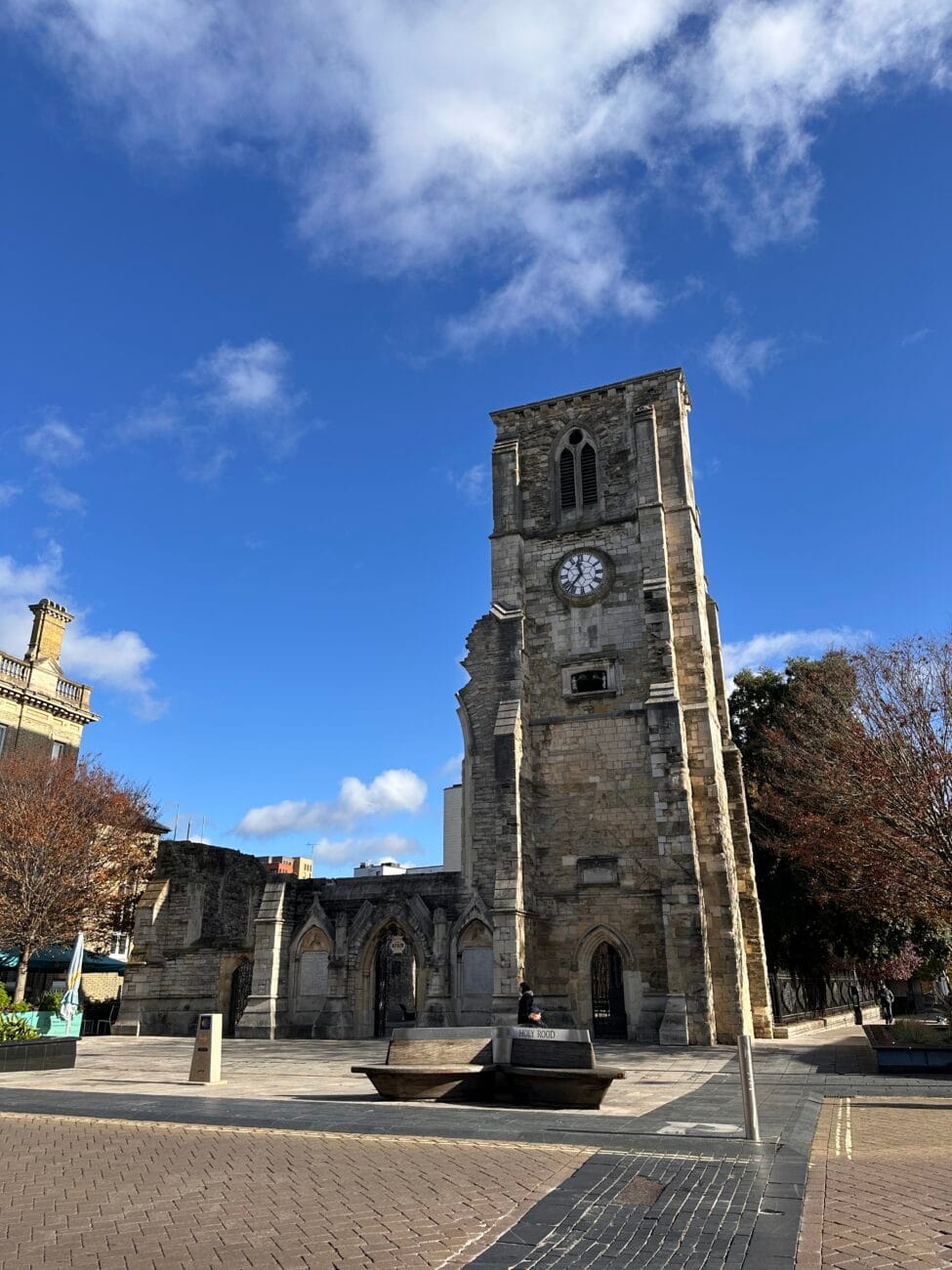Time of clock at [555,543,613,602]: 11:36
